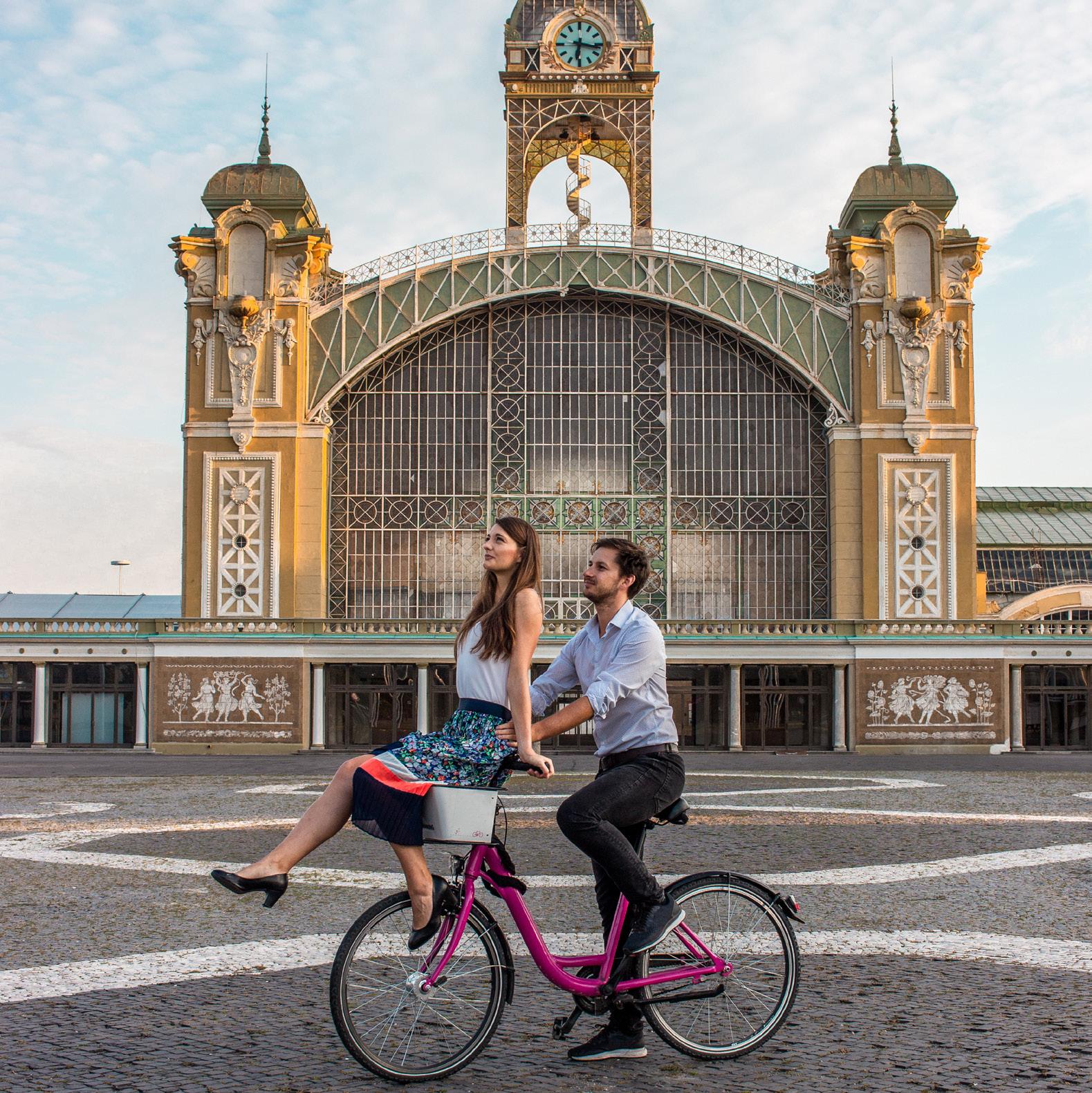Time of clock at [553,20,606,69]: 6:17
